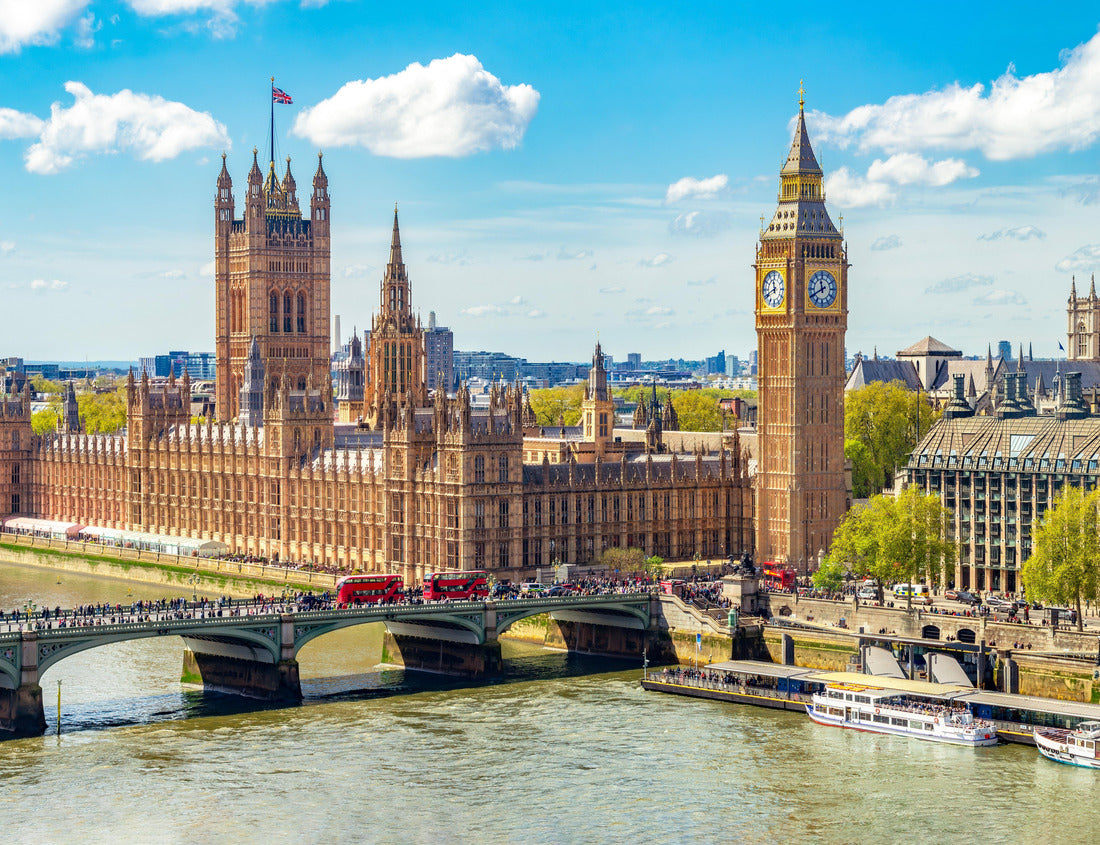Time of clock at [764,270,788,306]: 11:40
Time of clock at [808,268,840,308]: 11:40
